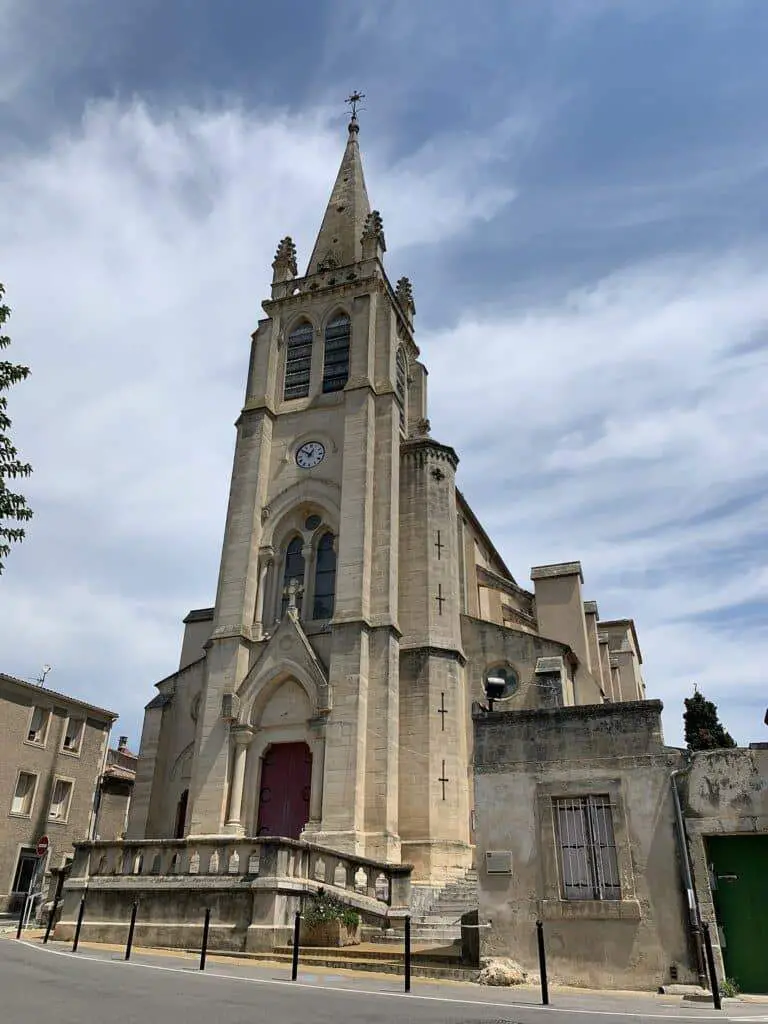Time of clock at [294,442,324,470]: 12:51
